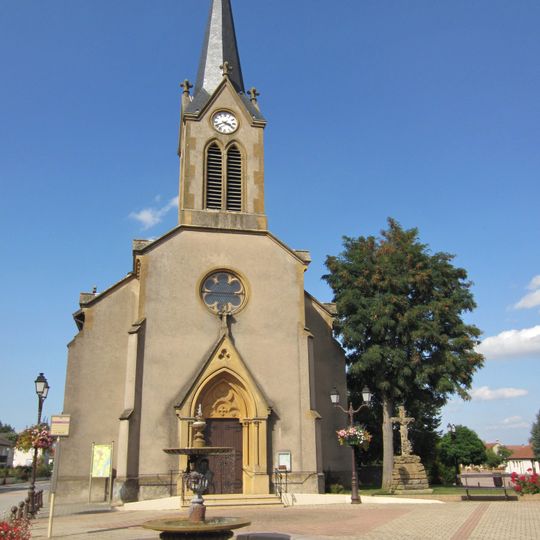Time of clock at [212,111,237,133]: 3:40
